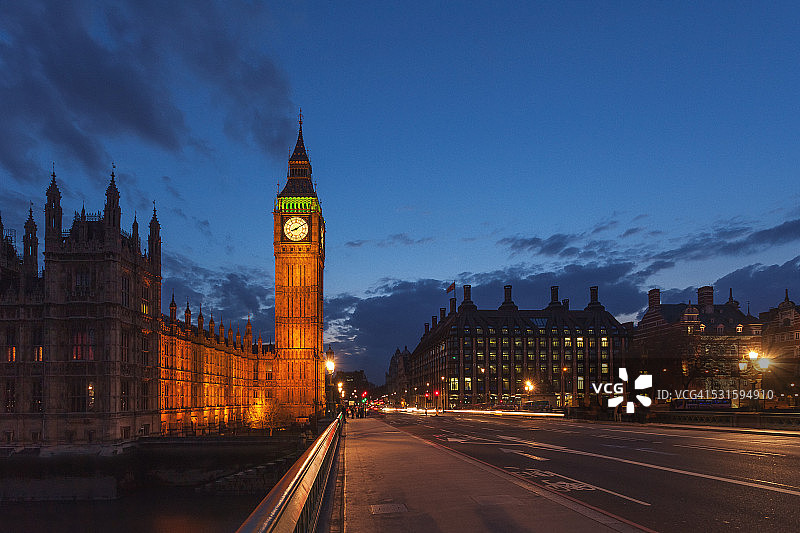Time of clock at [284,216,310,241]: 8:09
